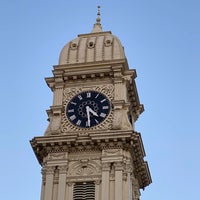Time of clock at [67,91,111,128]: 4:29
